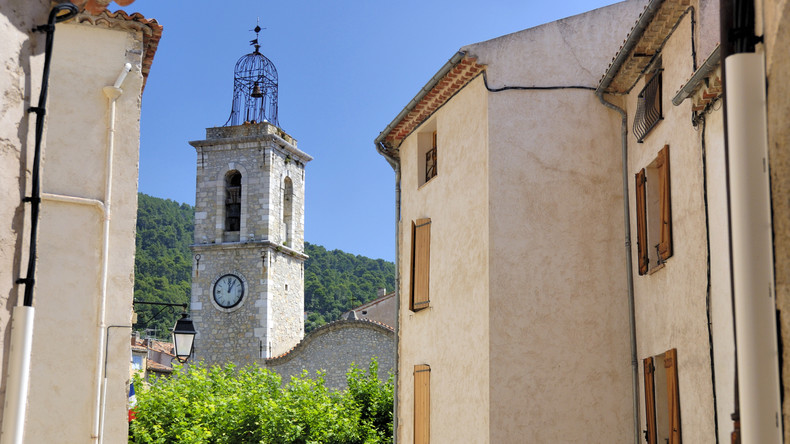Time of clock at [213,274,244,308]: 12:05
